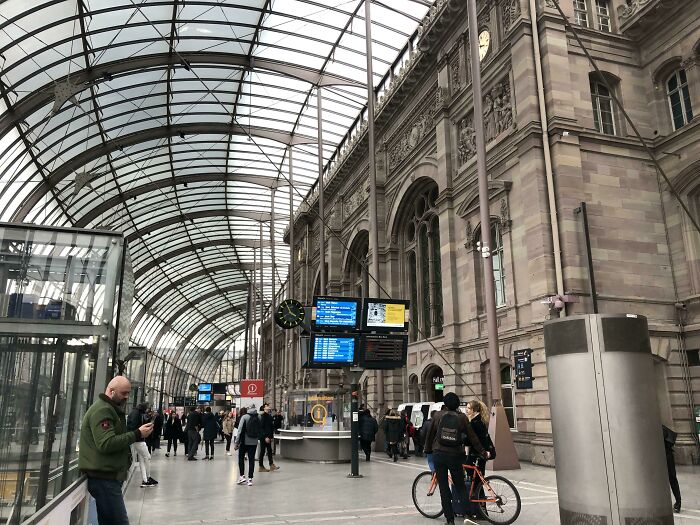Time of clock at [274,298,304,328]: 3:54
